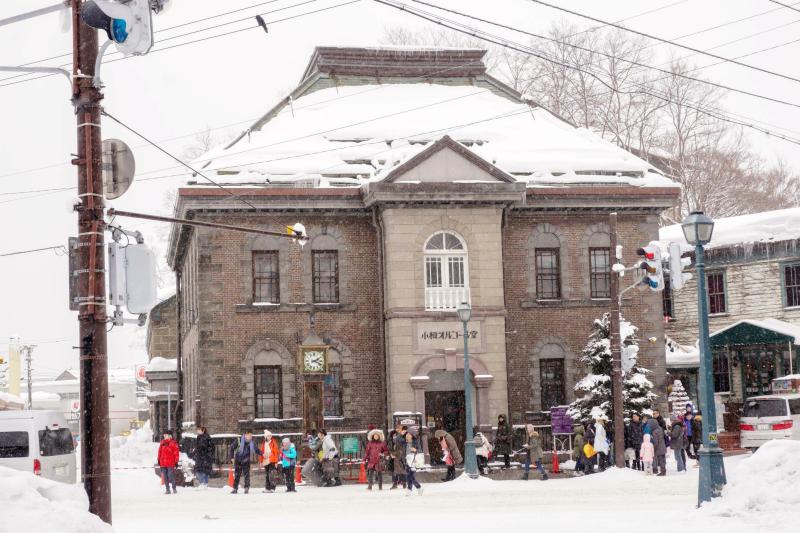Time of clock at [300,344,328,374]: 2:18
